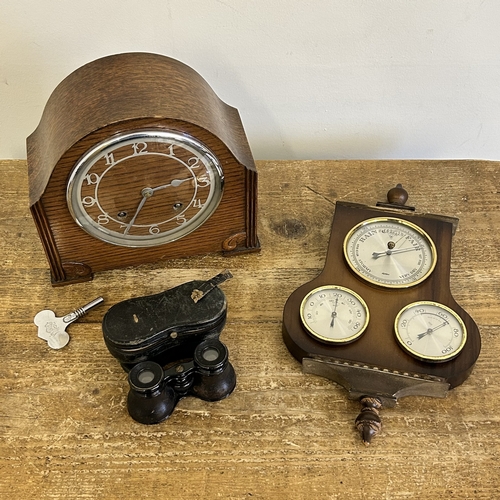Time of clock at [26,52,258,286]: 2:34
